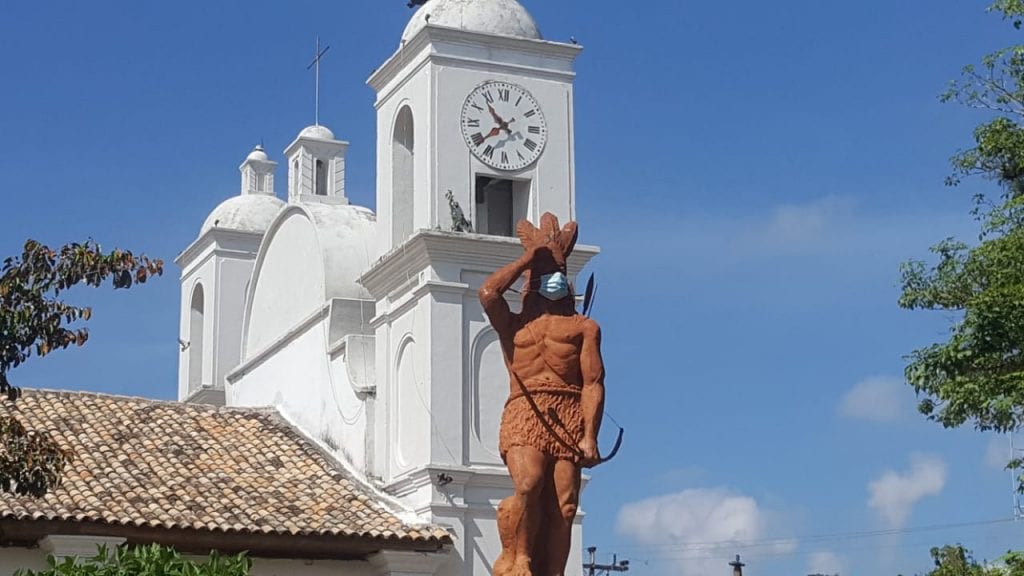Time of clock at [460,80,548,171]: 10:38
